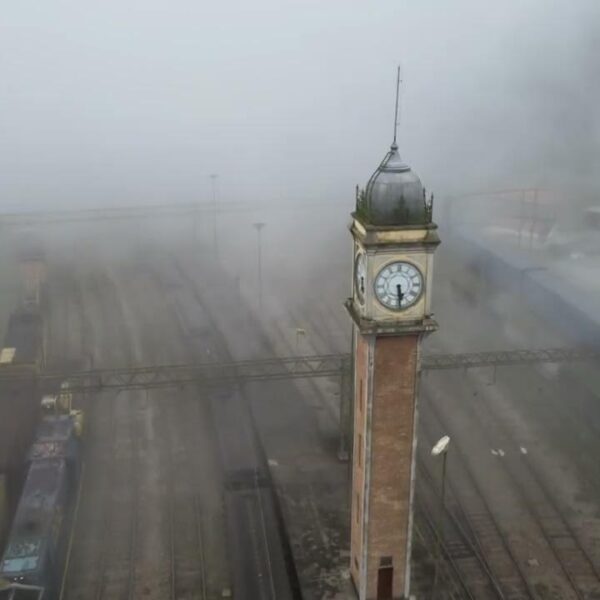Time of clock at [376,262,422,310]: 5:29
